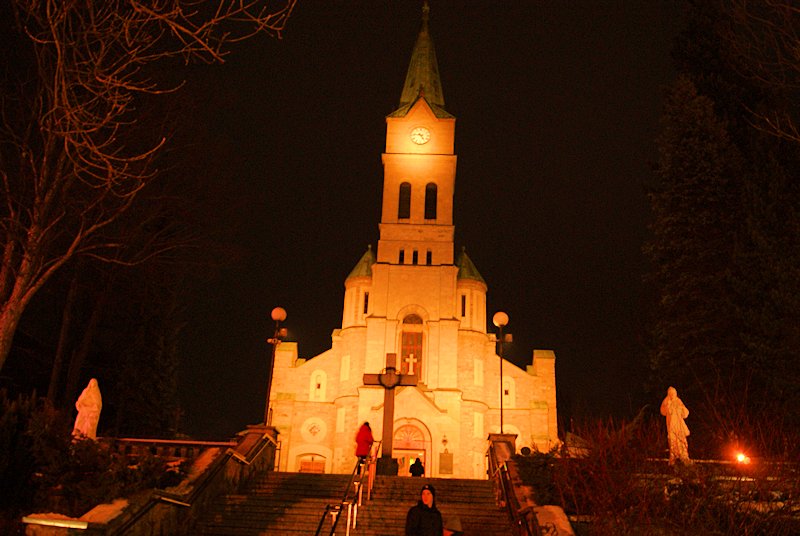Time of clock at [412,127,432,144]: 4:46
